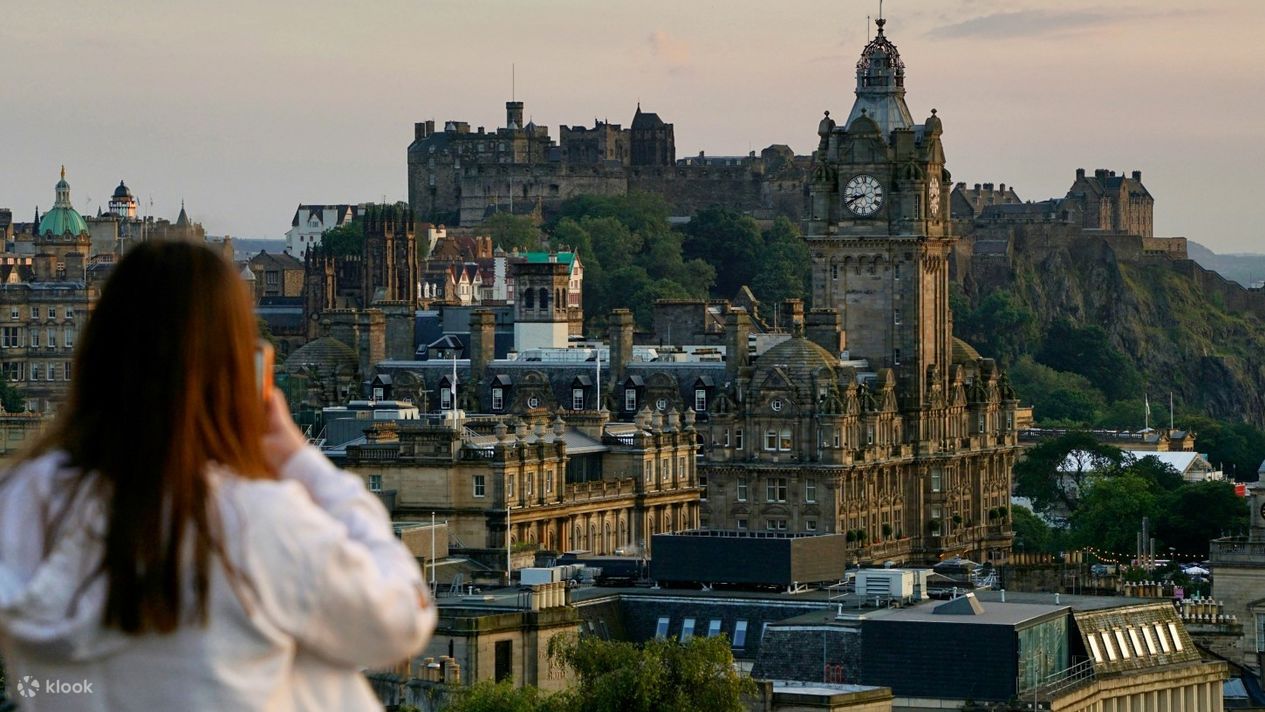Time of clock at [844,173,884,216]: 8:40
